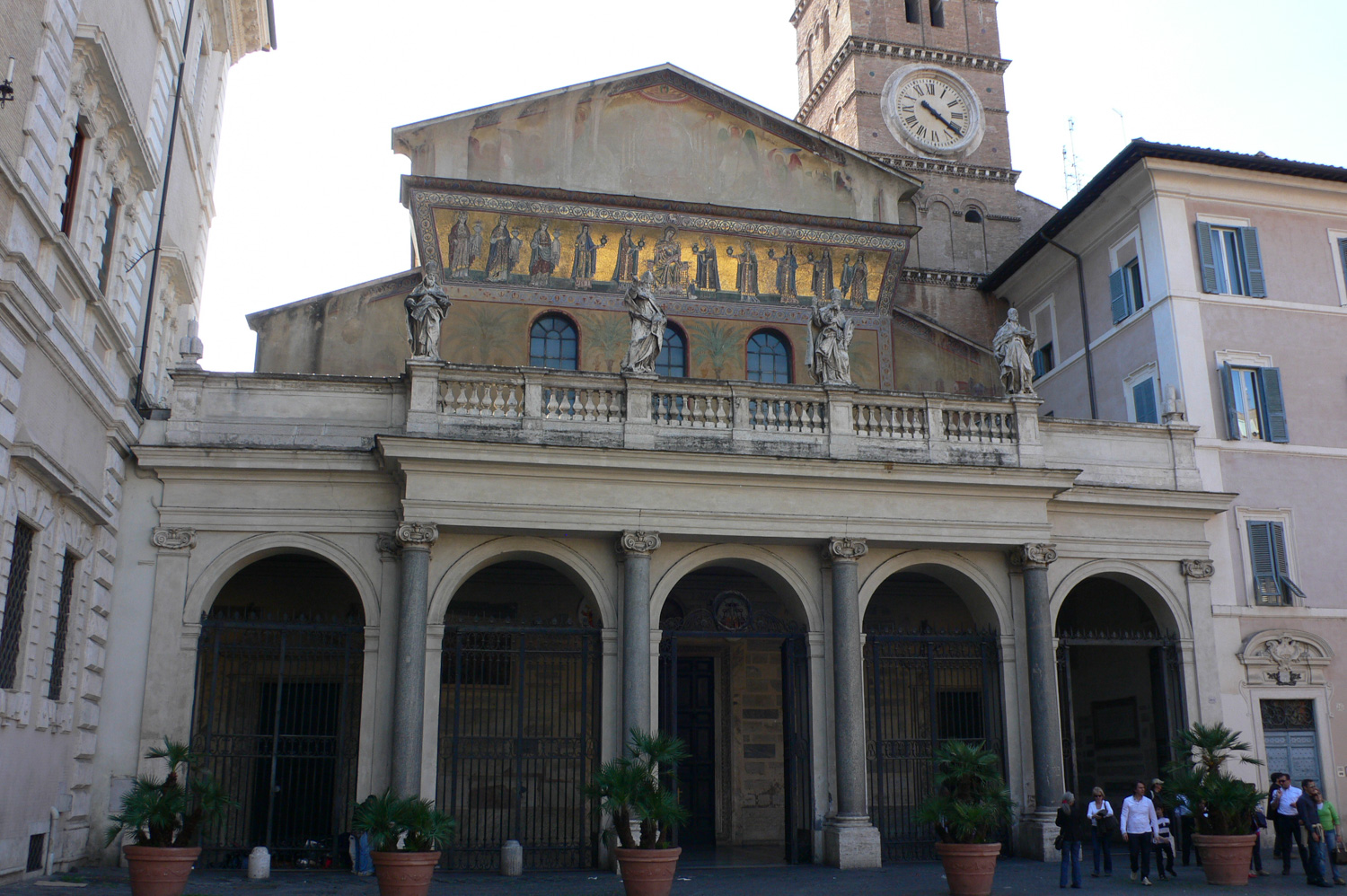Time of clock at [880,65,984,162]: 4:21
